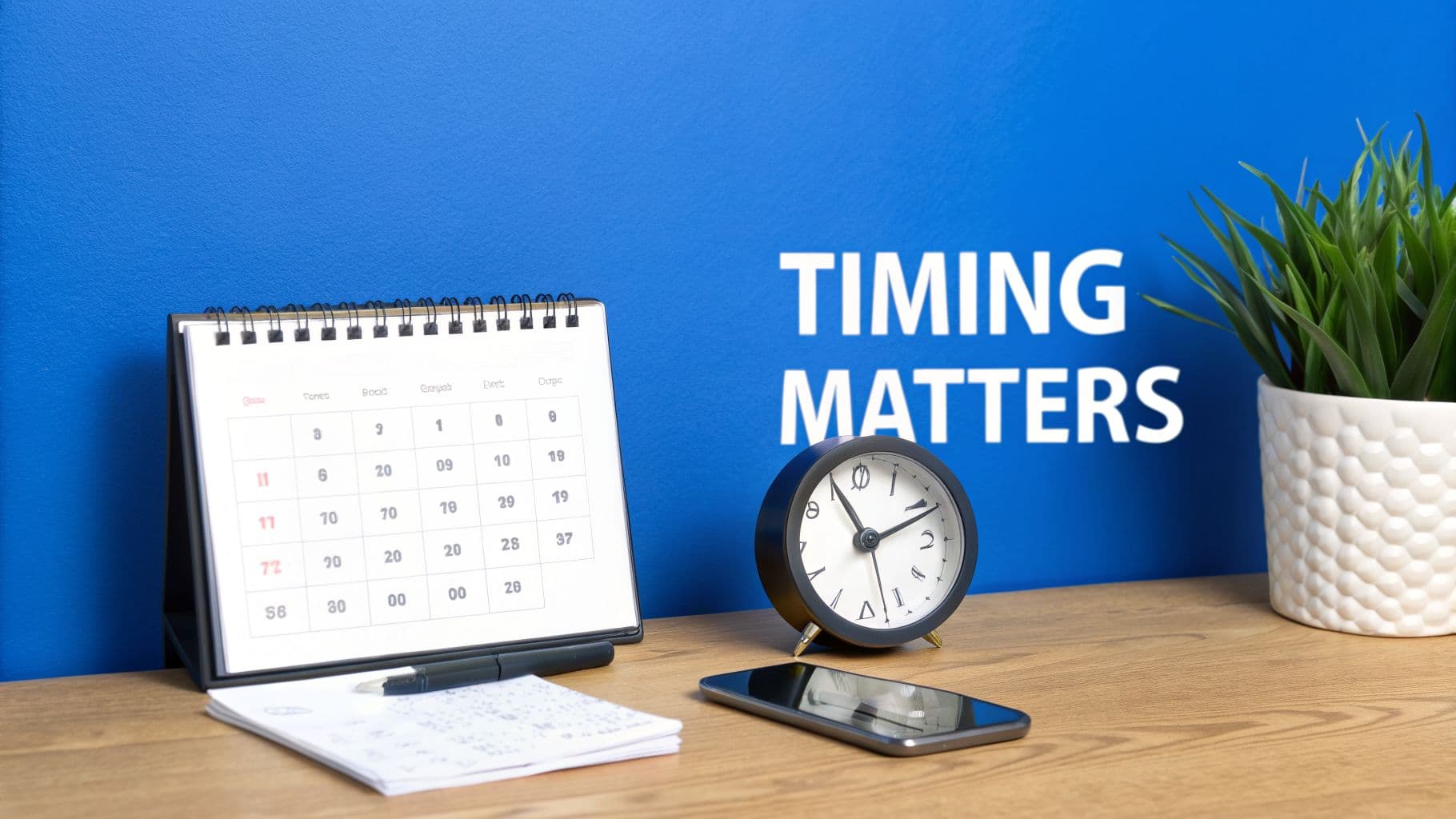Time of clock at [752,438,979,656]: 11:11
